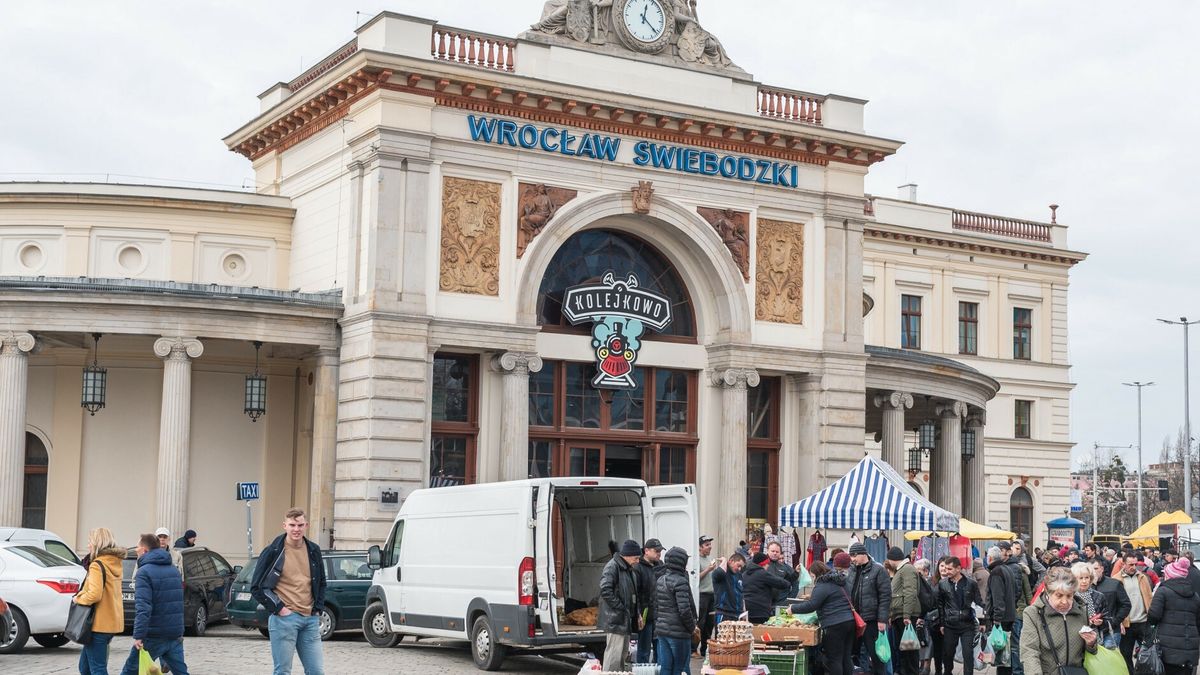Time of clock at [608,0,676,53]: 12:21
